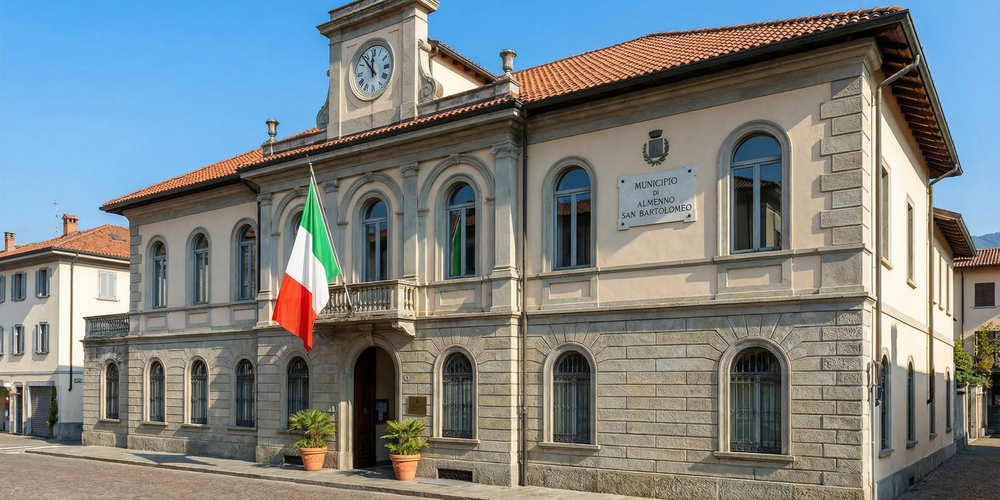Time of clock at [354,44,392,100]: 11:53
